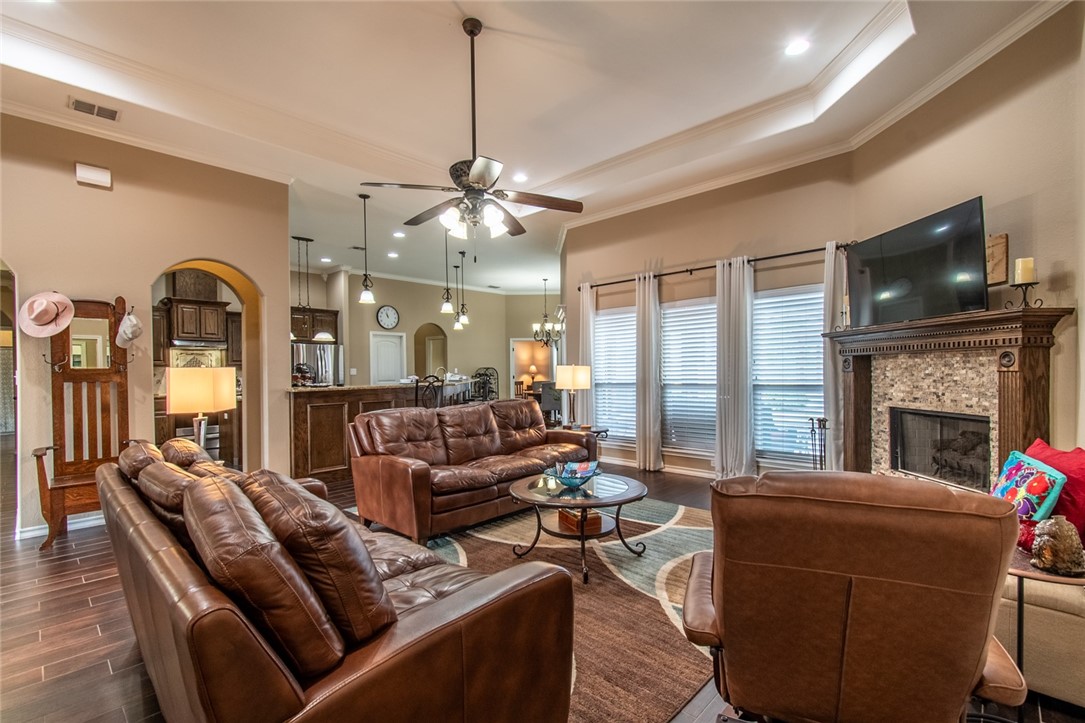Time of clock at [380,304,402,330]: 10:57
